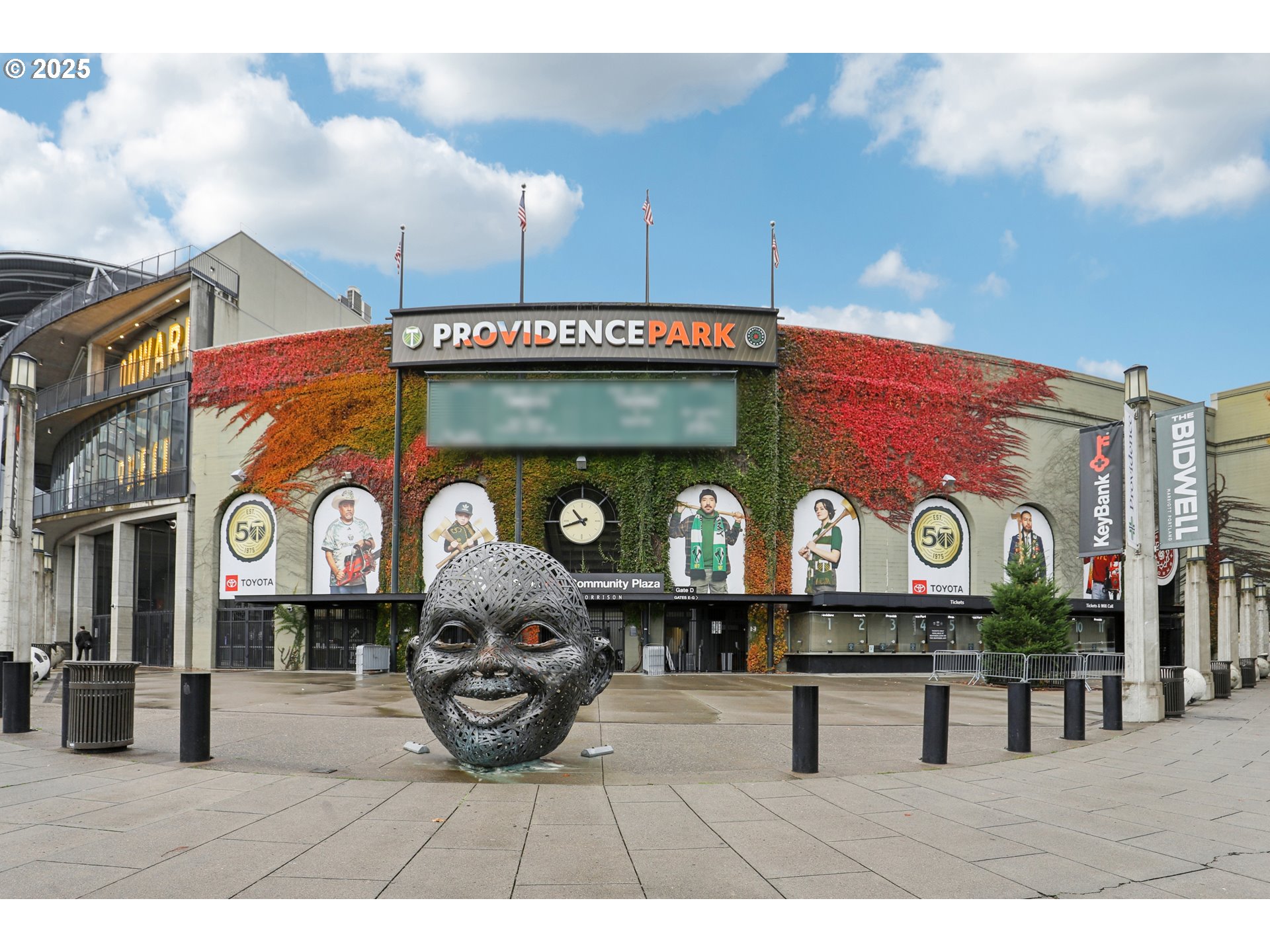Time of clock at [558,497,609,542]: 10:42
